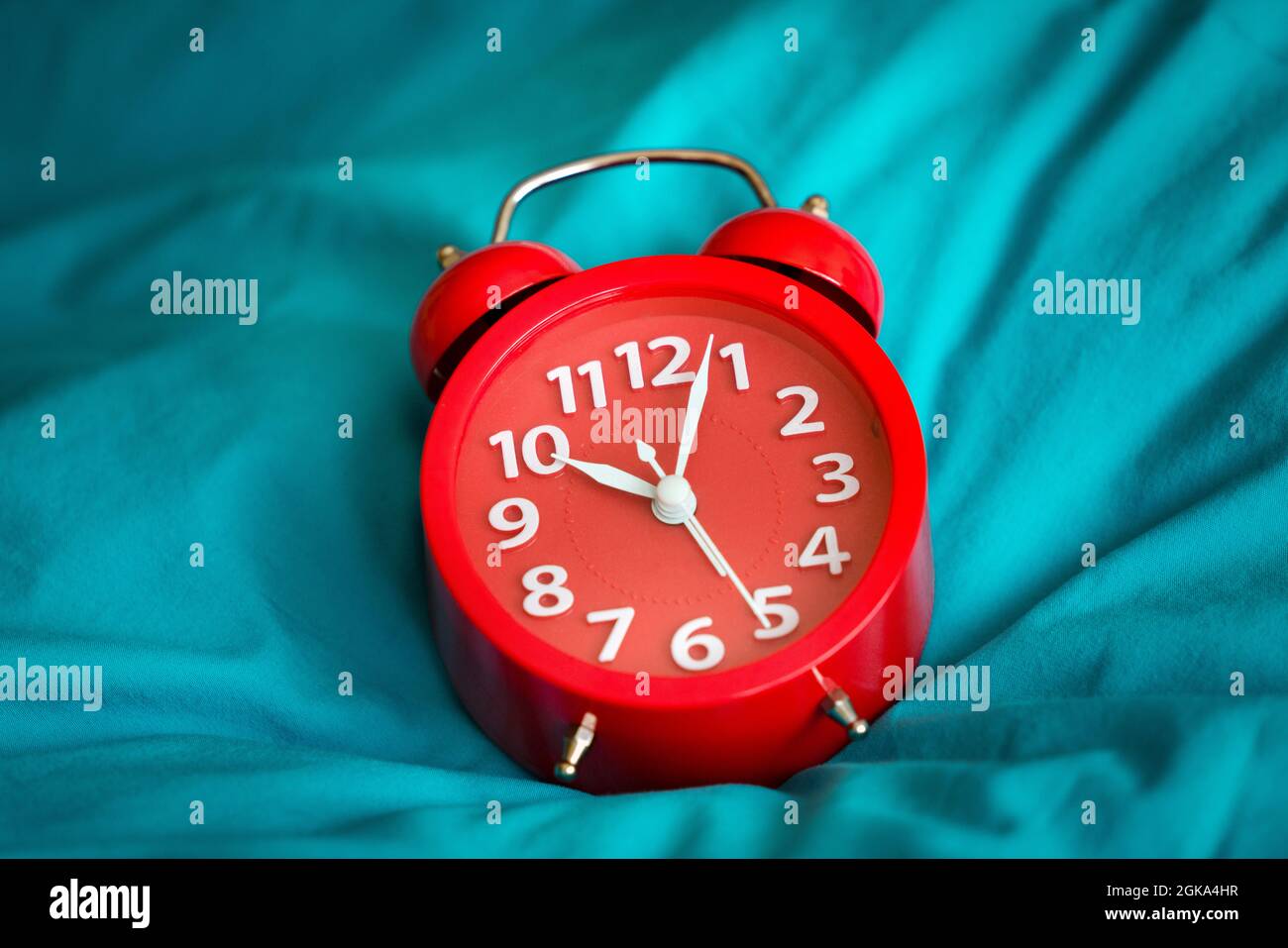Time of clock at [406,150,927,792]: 10:03
